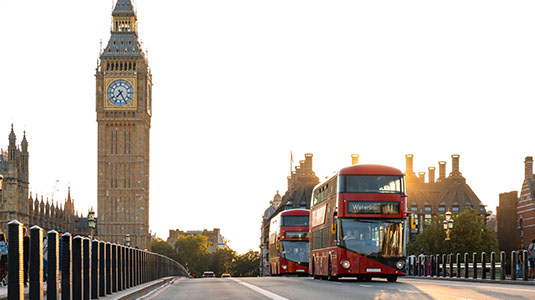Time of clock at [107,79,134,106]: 7:25
